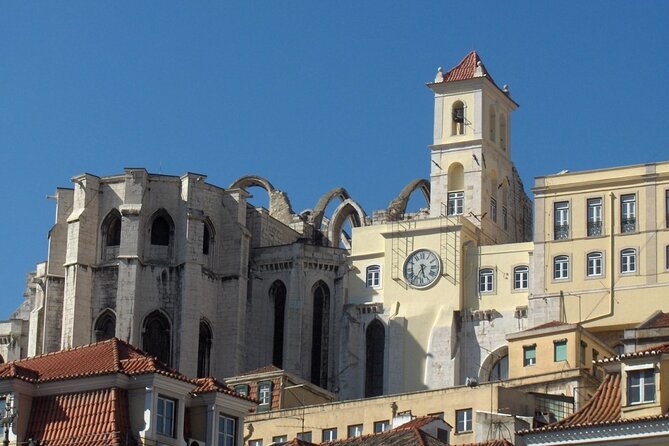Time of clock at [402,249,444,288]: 5:35
